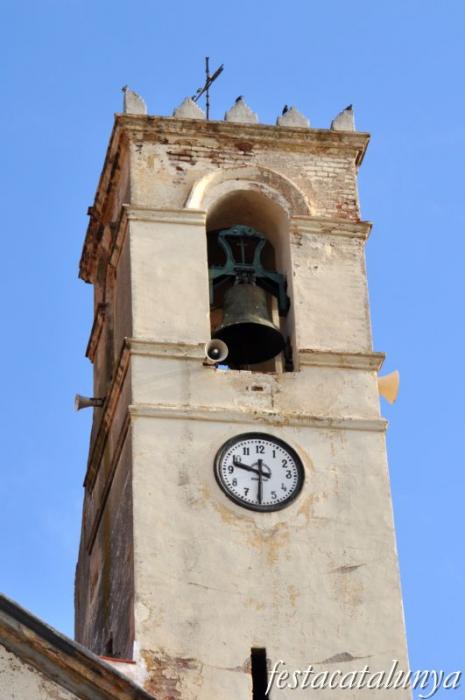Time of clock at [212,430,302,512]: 9:30
